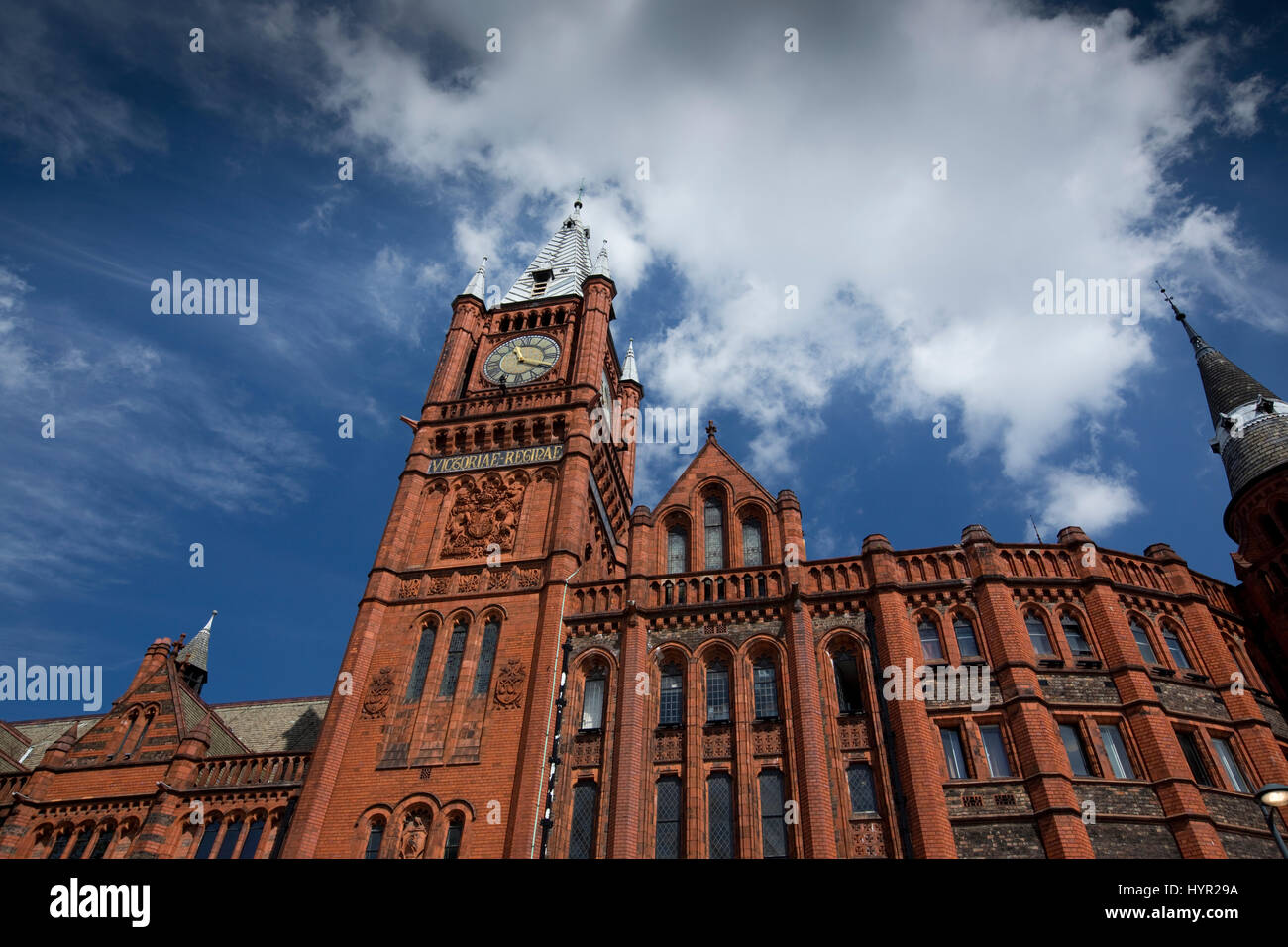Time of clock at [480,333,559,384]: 11:19
